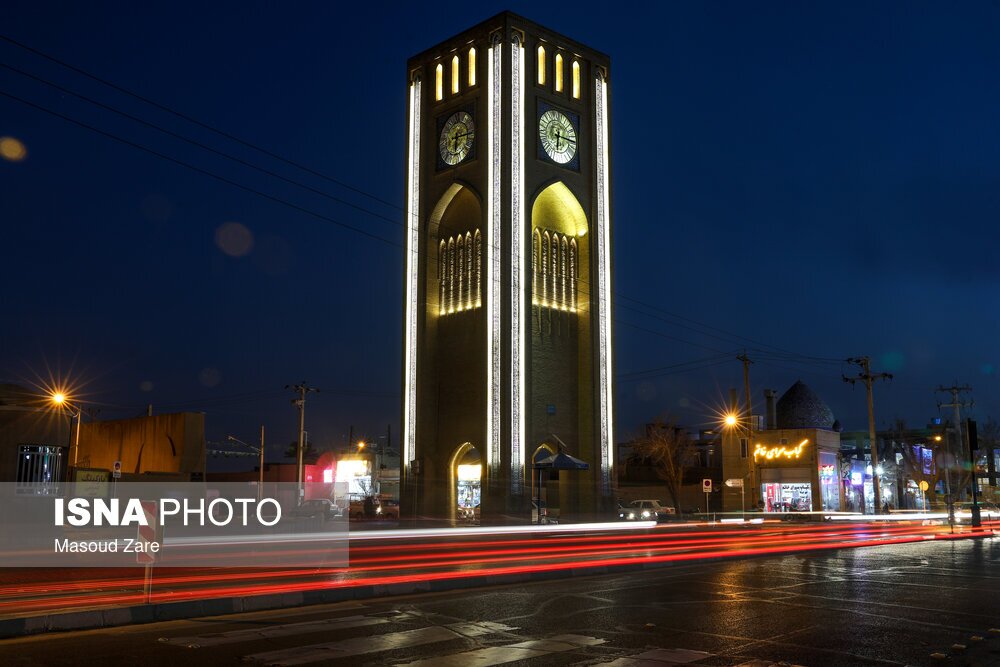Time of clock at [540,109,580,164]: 6:15
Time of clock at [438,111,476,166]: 6:14
